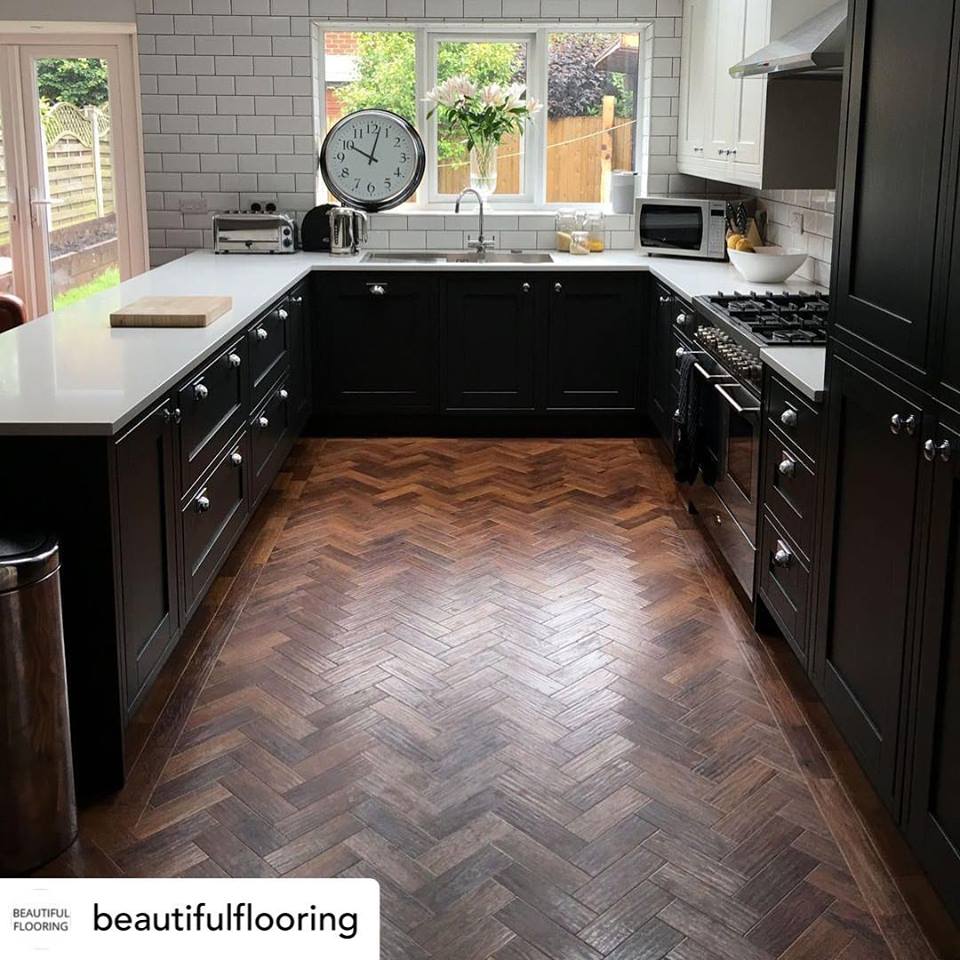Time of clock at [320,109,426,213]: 10:02
